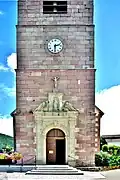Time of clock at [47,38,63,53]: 2:30
